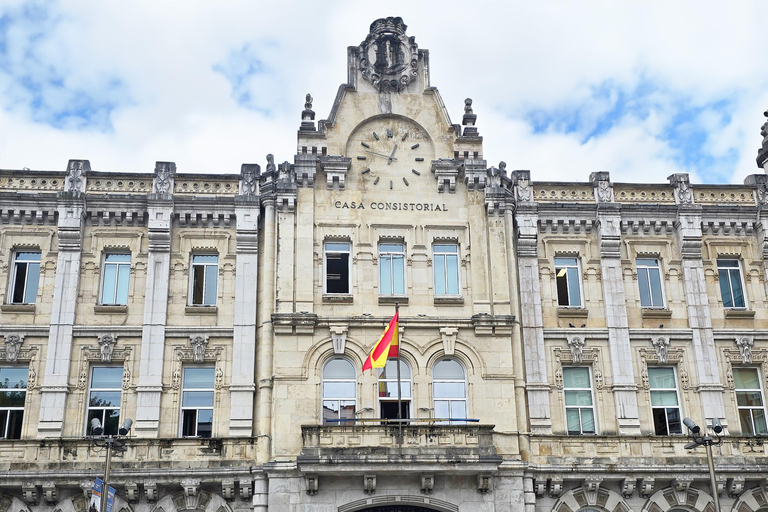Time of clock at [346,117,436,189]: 12:47
